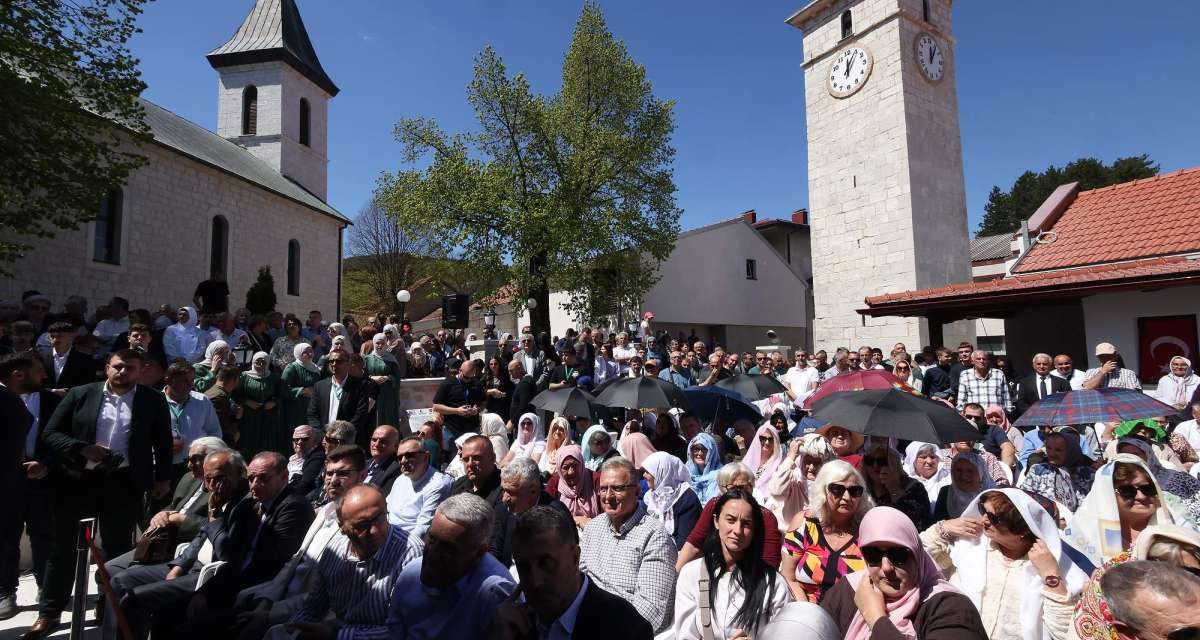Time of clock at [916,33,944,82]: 12:05
